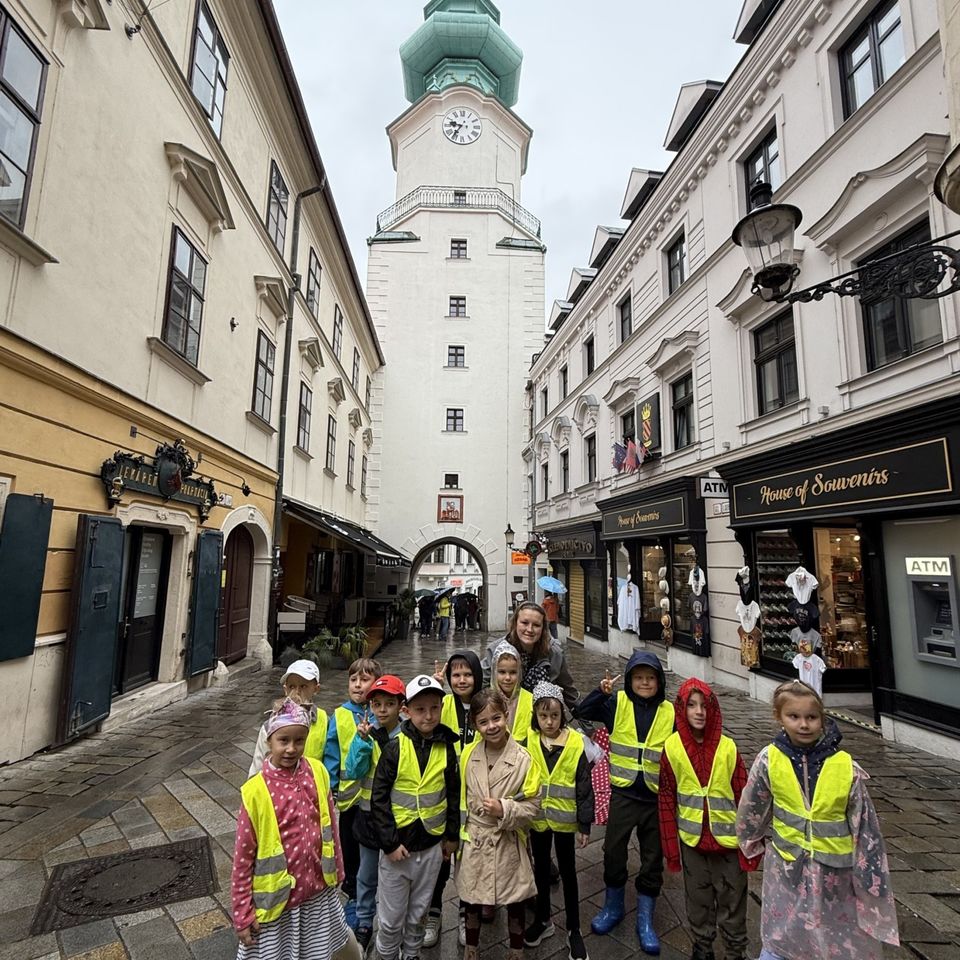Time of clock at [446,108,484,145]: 9:36
